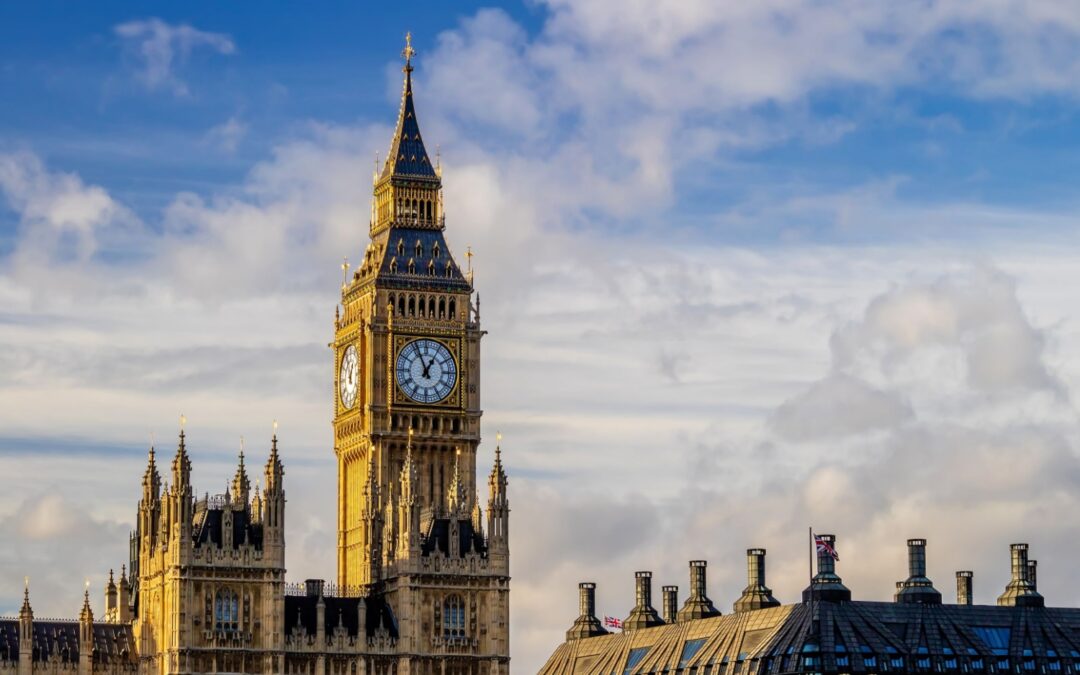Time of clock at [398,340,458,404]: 12:56
